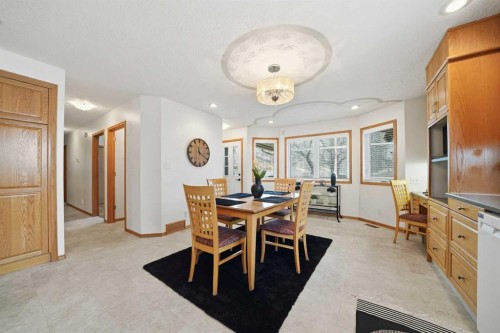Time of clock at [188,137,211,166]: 11:20
